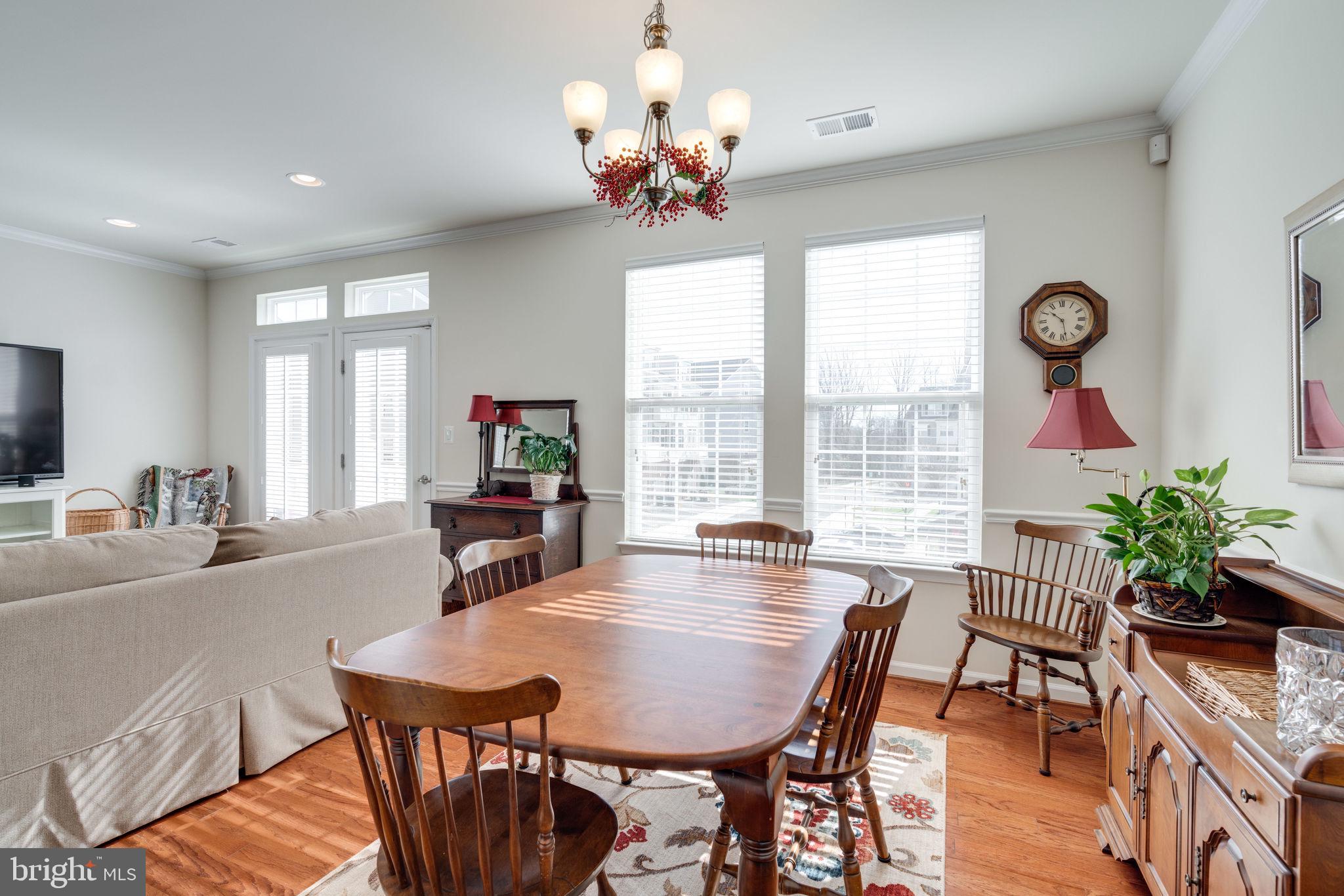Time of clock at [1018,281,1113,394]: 10:28
